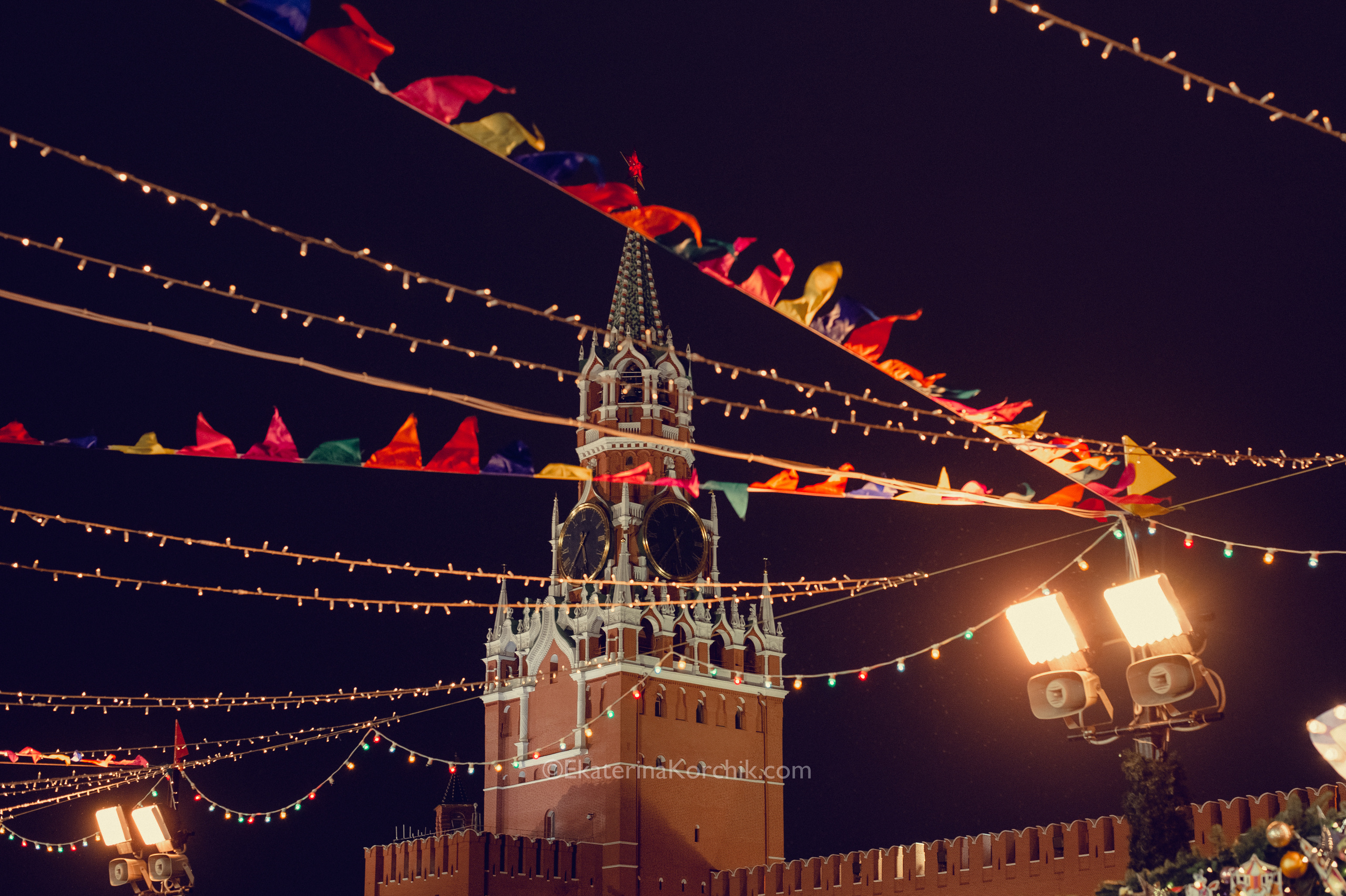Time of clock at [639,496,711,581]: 5:36
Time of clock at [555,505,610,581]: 5:35
